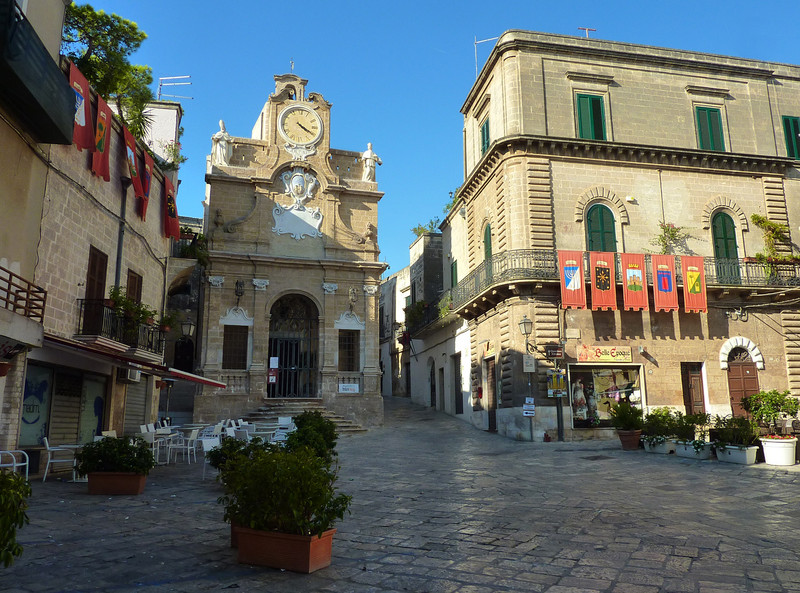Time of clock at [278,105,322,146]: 4:20
